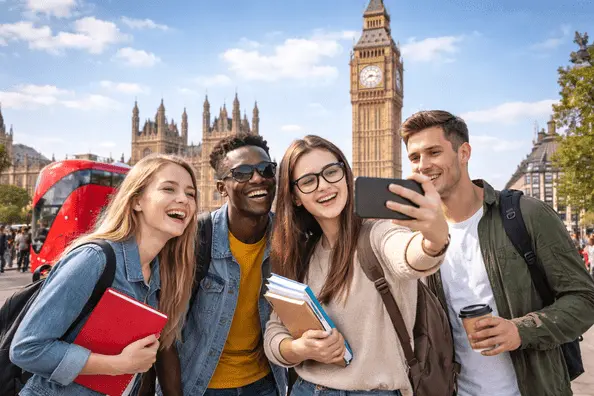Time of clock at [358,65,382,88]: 8:16
